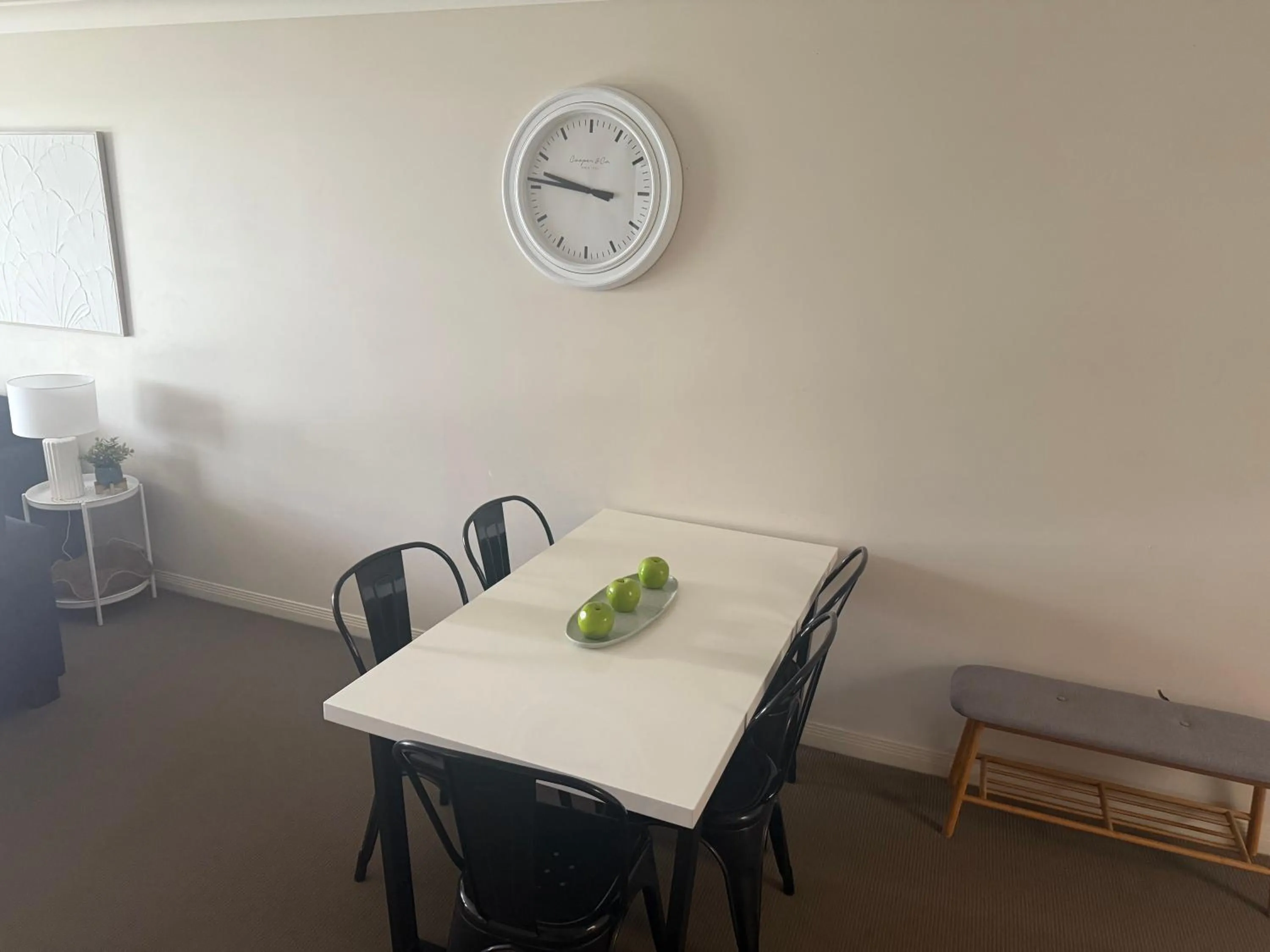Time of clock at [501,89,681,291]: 9:46
